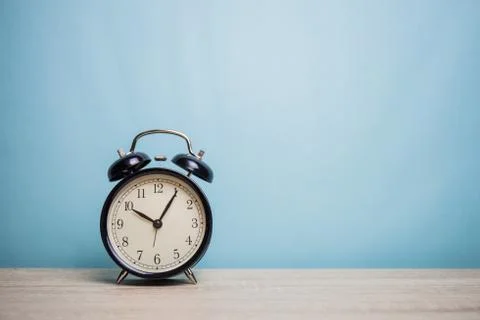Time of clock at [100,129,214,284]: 10:05
